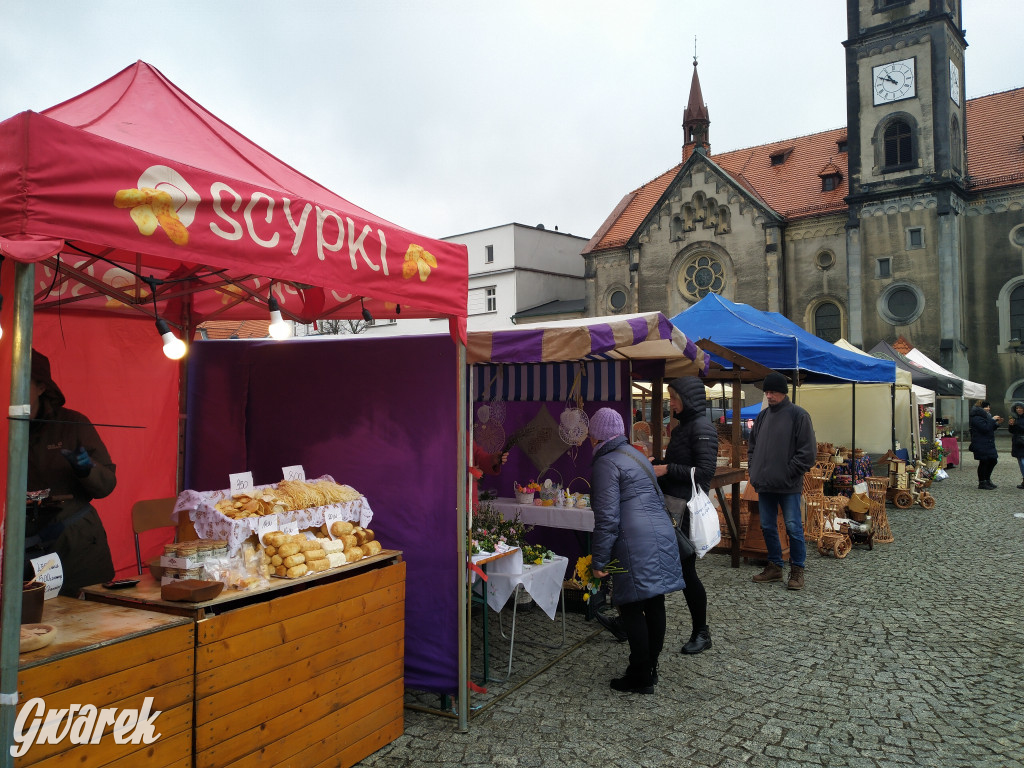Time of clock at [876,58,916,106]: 10:49
